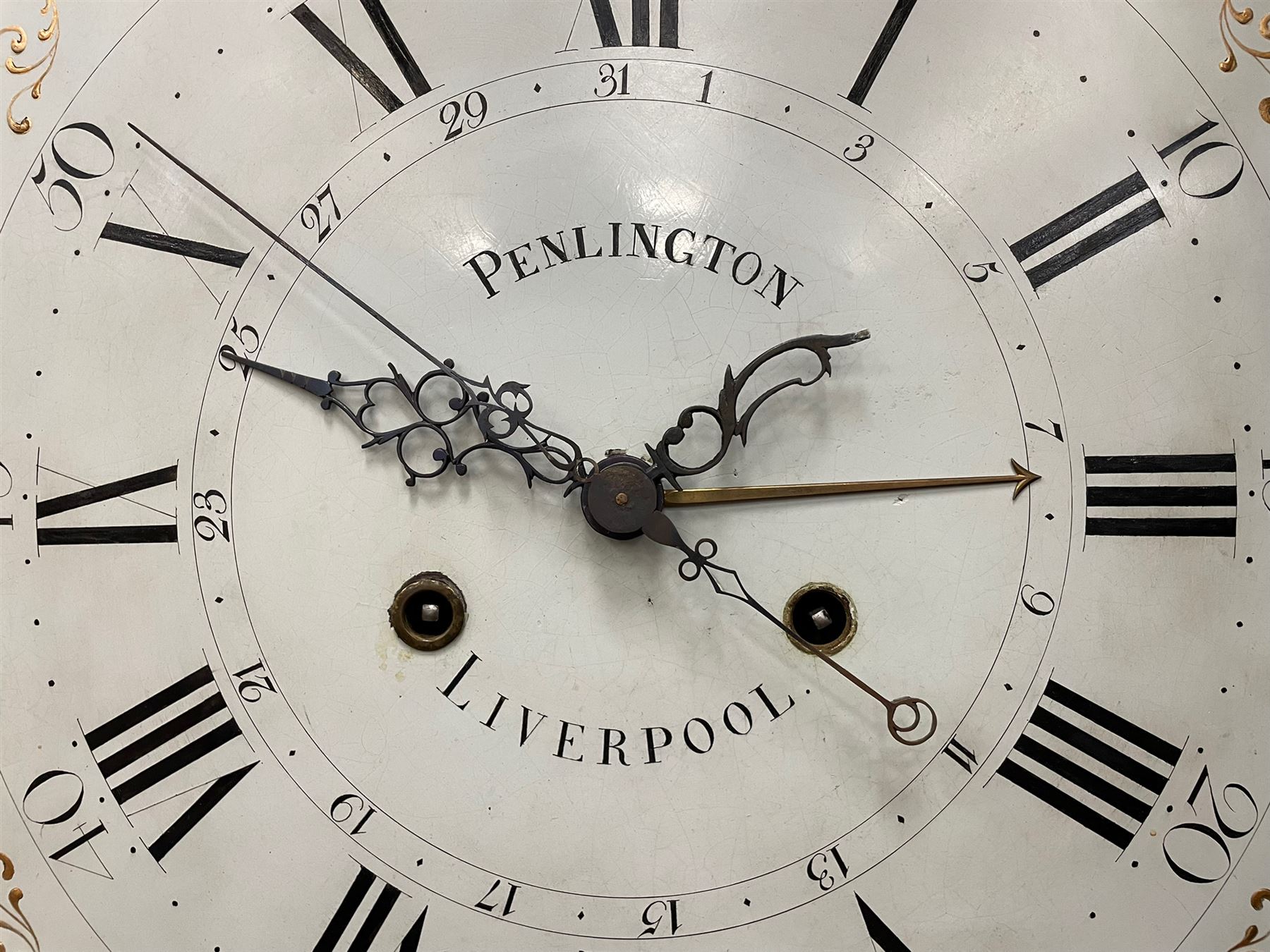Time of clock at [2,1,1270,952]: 4:14
